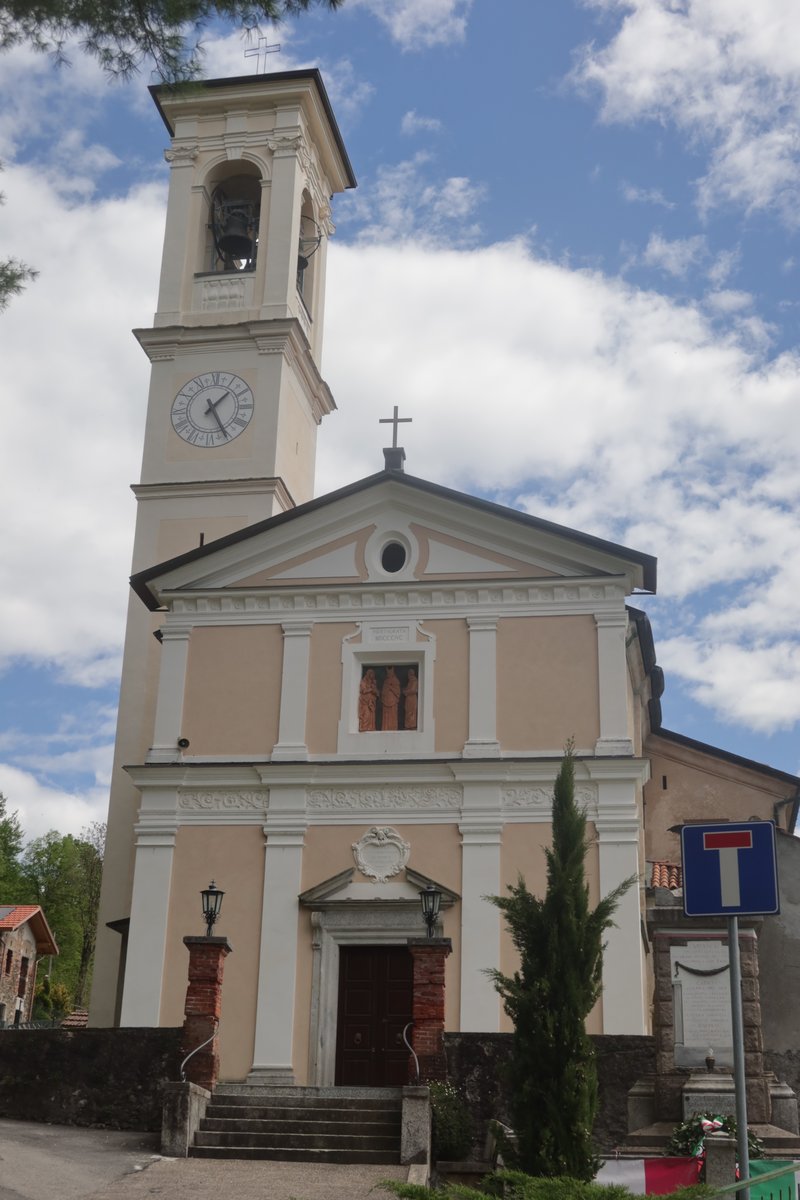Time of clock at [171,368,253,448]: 1:25
